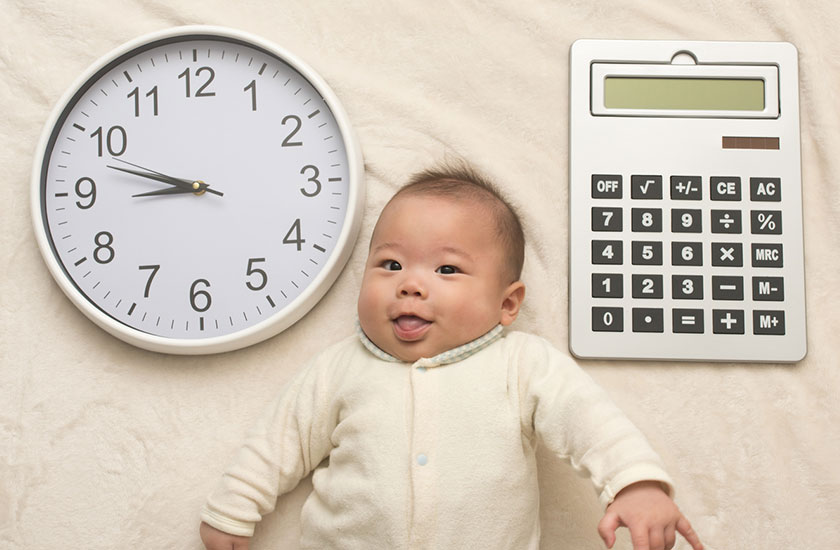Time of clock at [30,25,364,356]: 8:47
